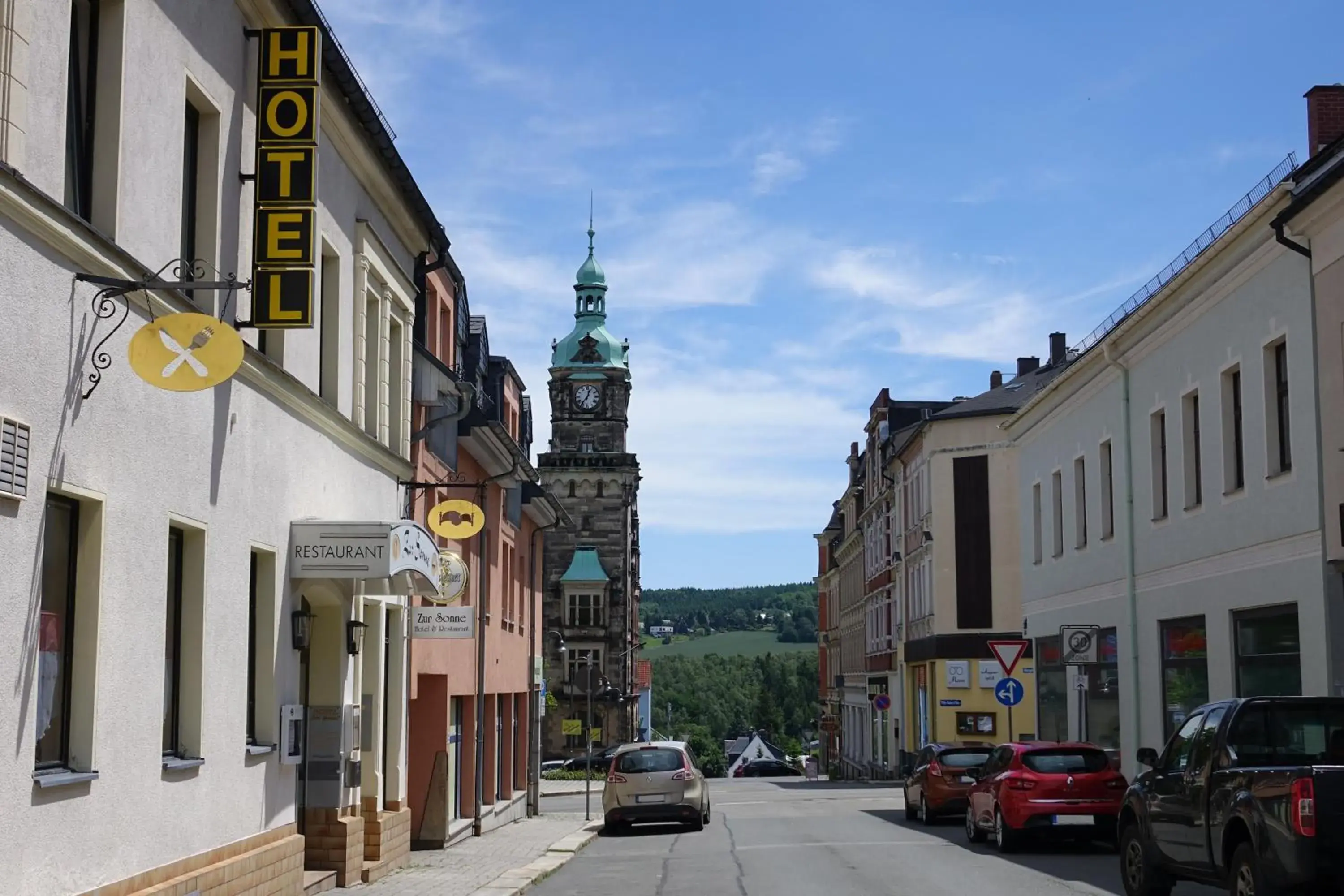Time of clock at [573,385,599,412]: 12:36
